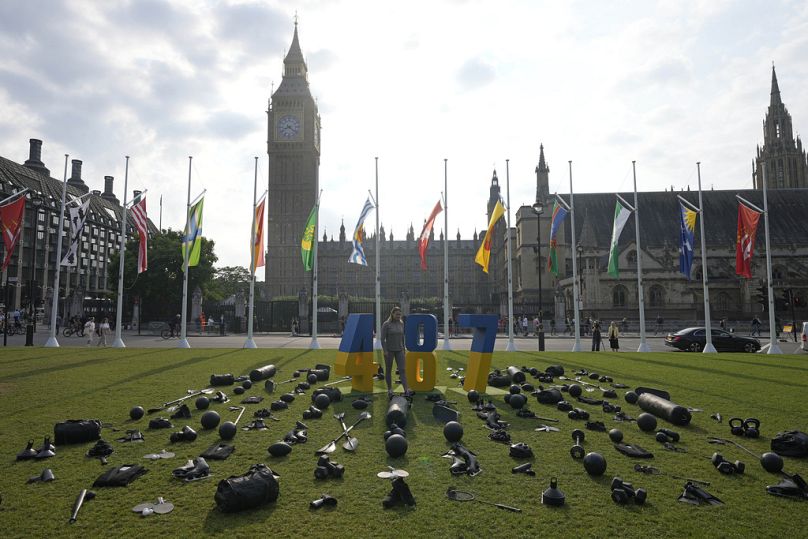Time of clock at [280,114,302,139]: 8:21
